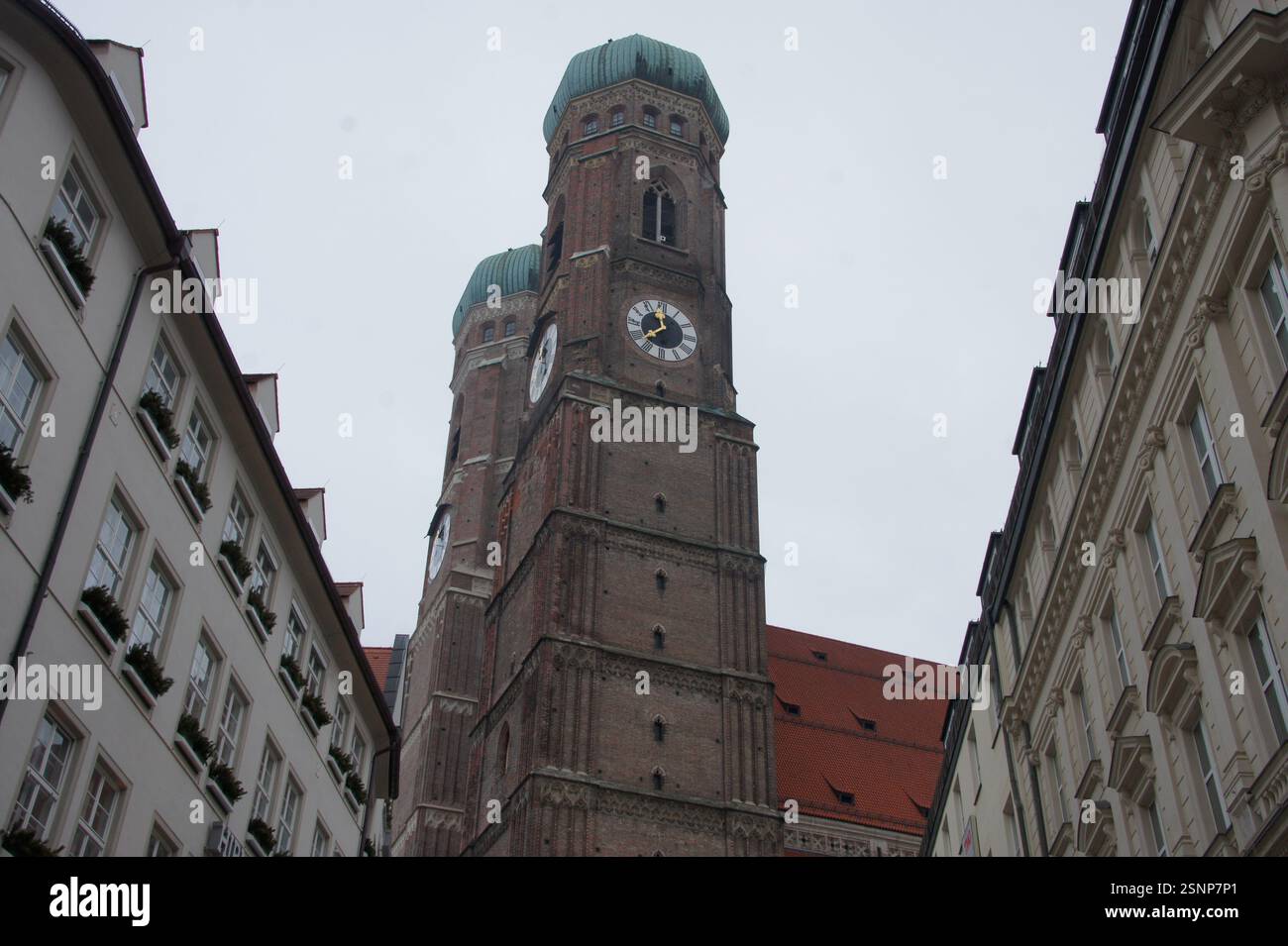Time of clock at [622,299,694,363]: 11:37
